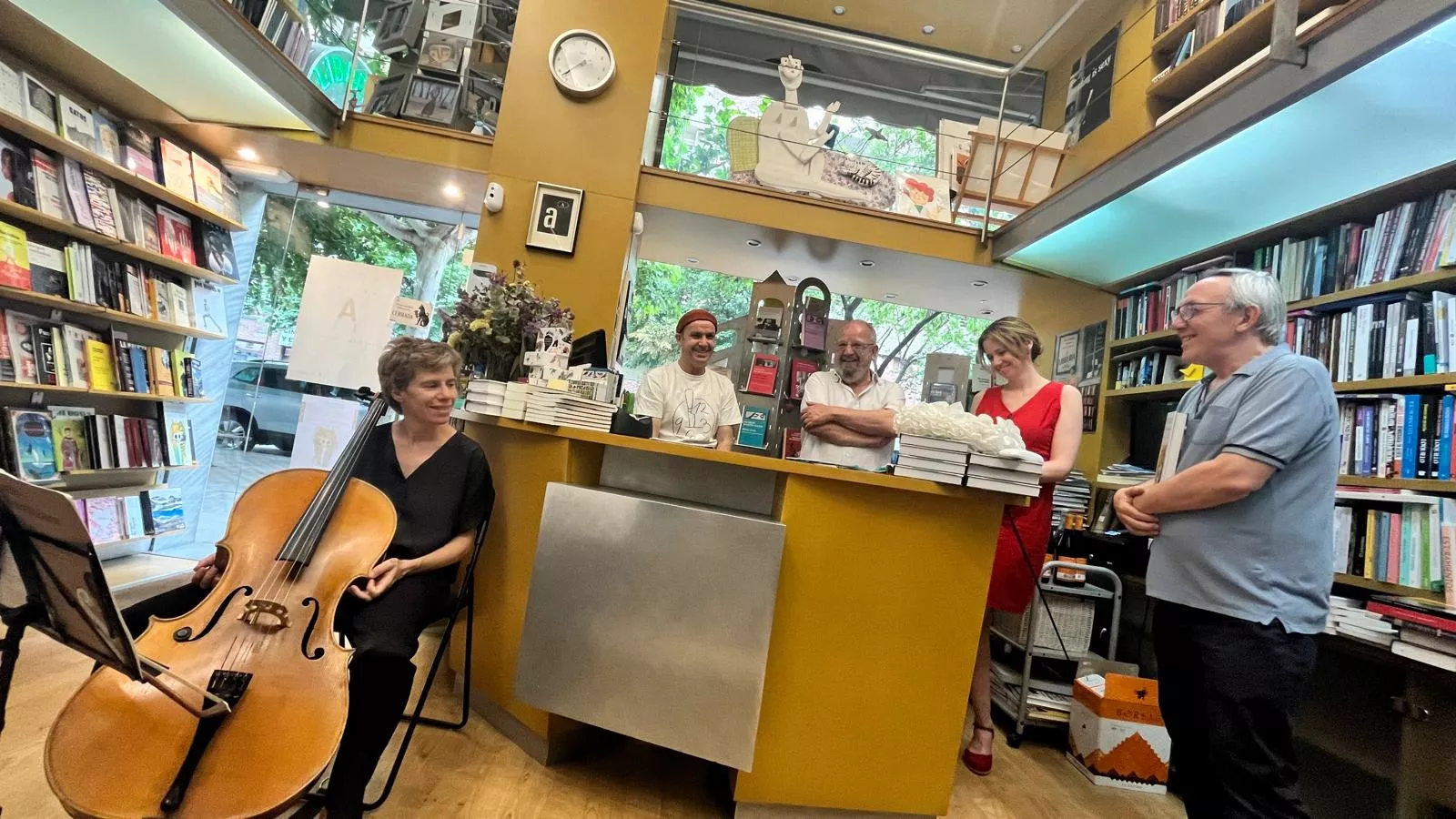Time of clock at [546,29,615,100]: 7:37
